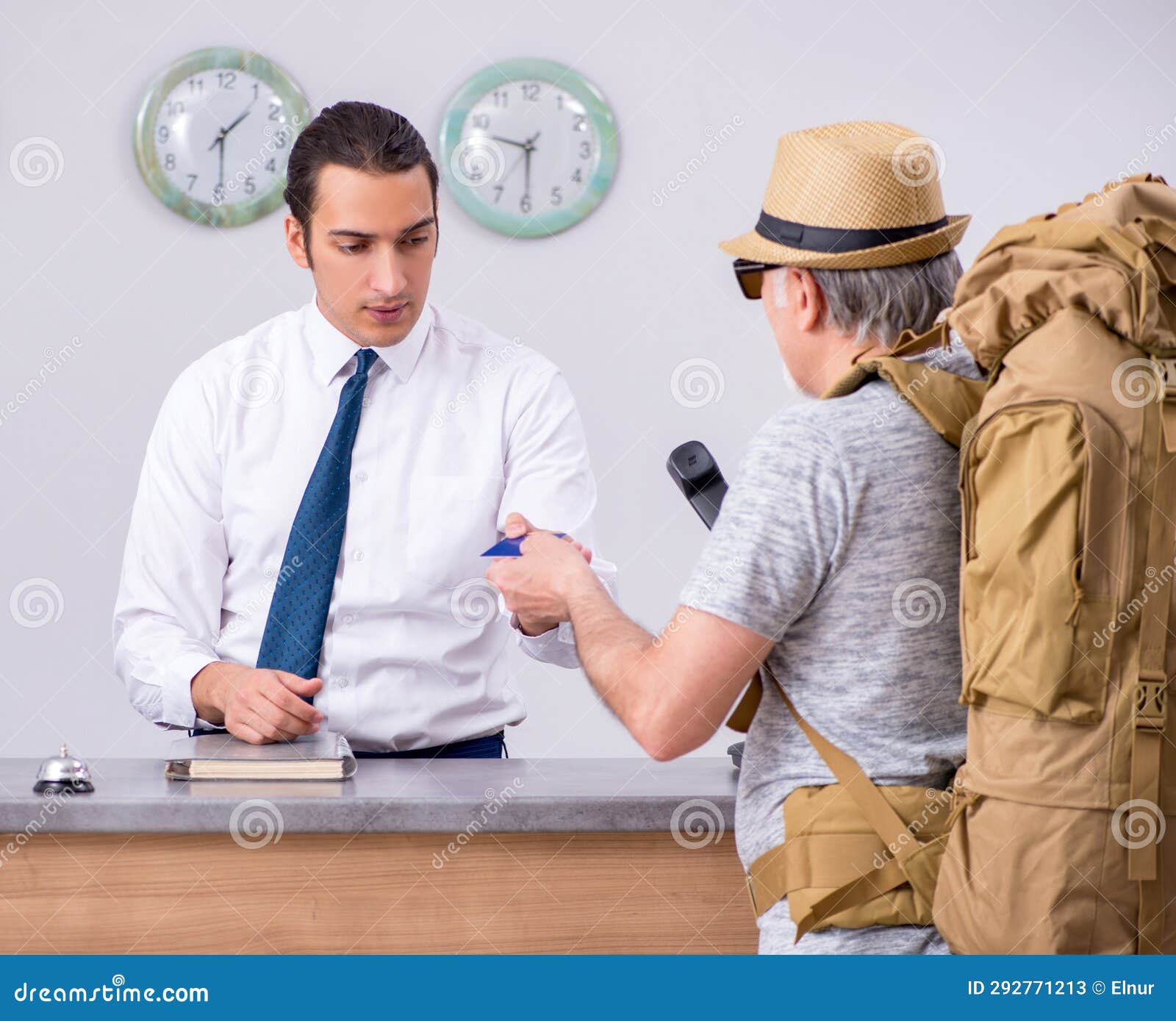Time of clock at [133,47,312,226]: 1:29
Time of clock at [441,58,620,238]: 9:29
